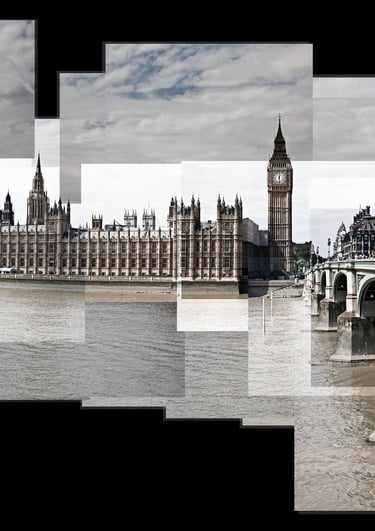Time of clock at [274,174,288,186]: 12:28
